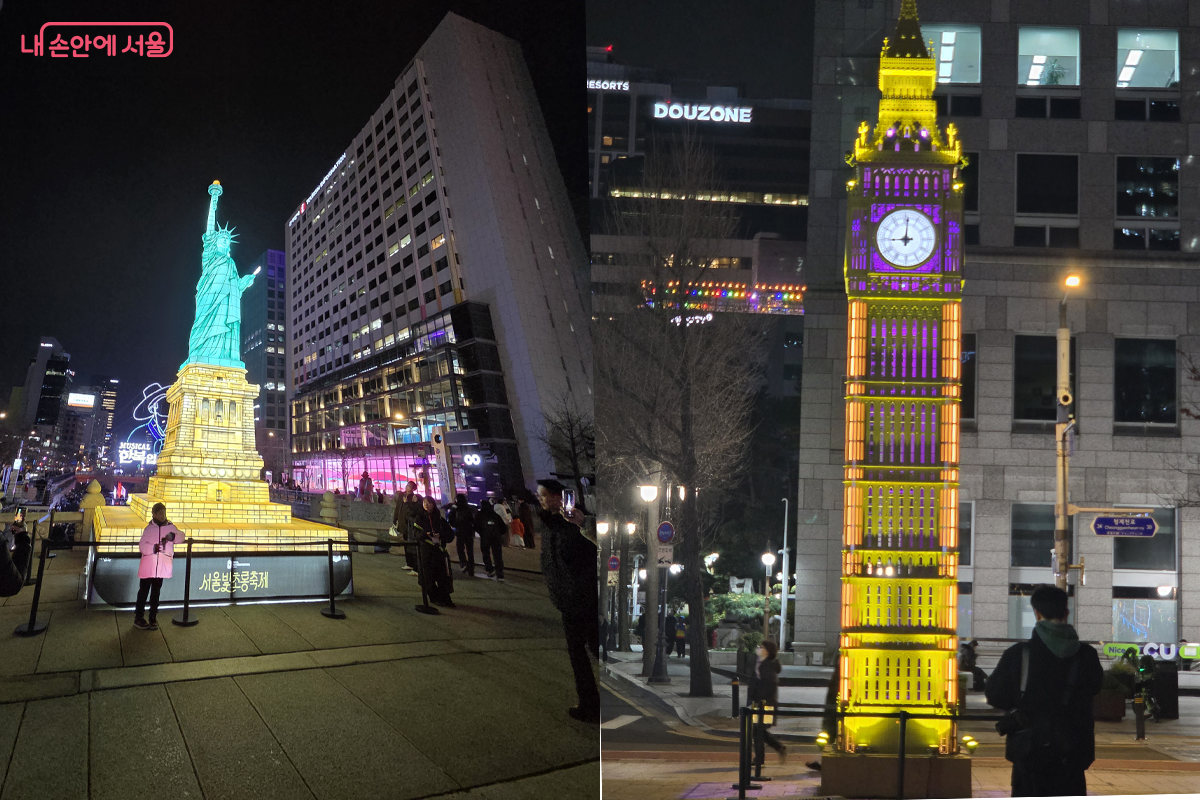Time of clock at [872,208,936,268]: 9:00
